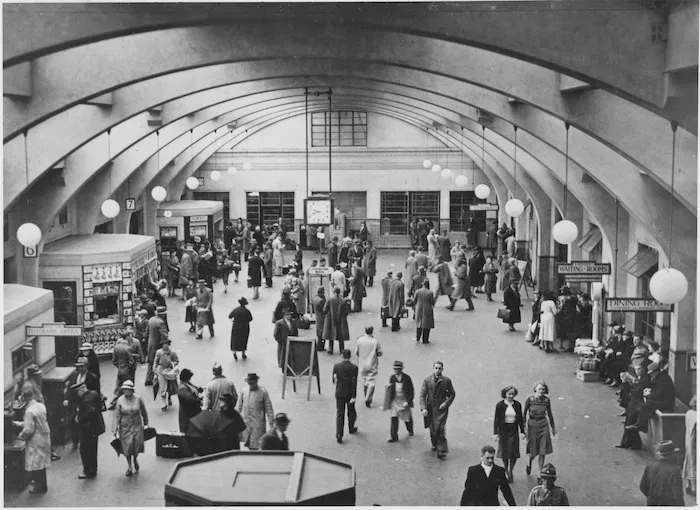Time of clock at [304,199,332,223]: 9:42
